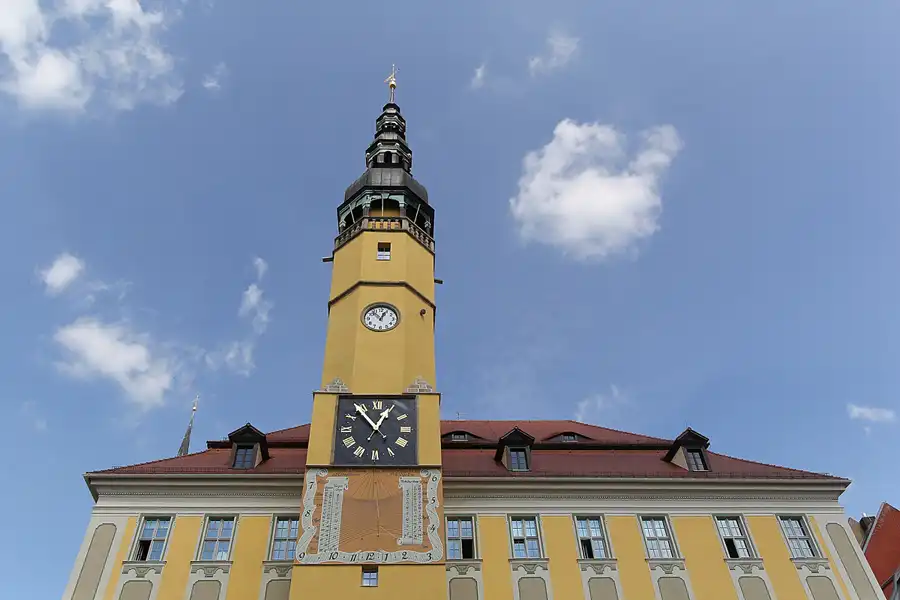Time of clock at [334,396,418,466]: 12:53
